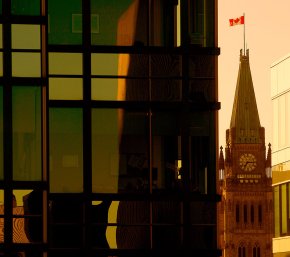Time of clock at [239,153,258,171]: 7:15
